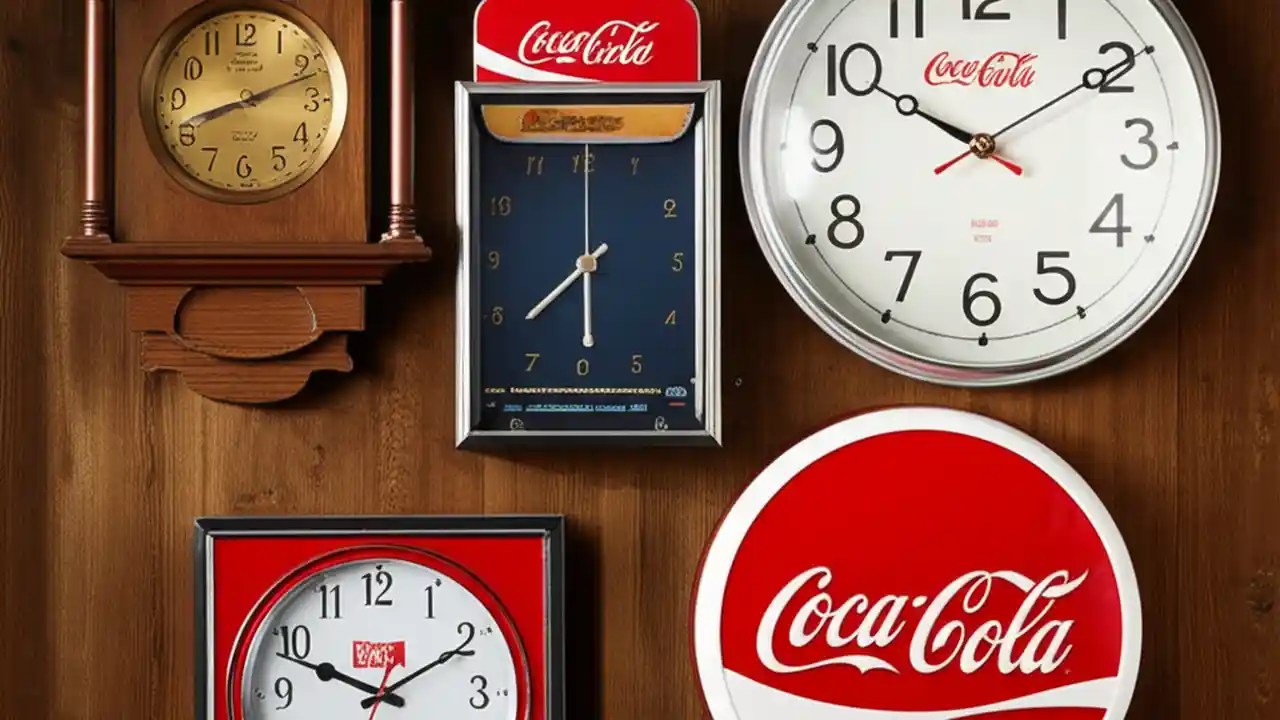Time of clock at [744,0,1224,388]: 10:09
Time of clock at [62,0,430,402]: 8:11
